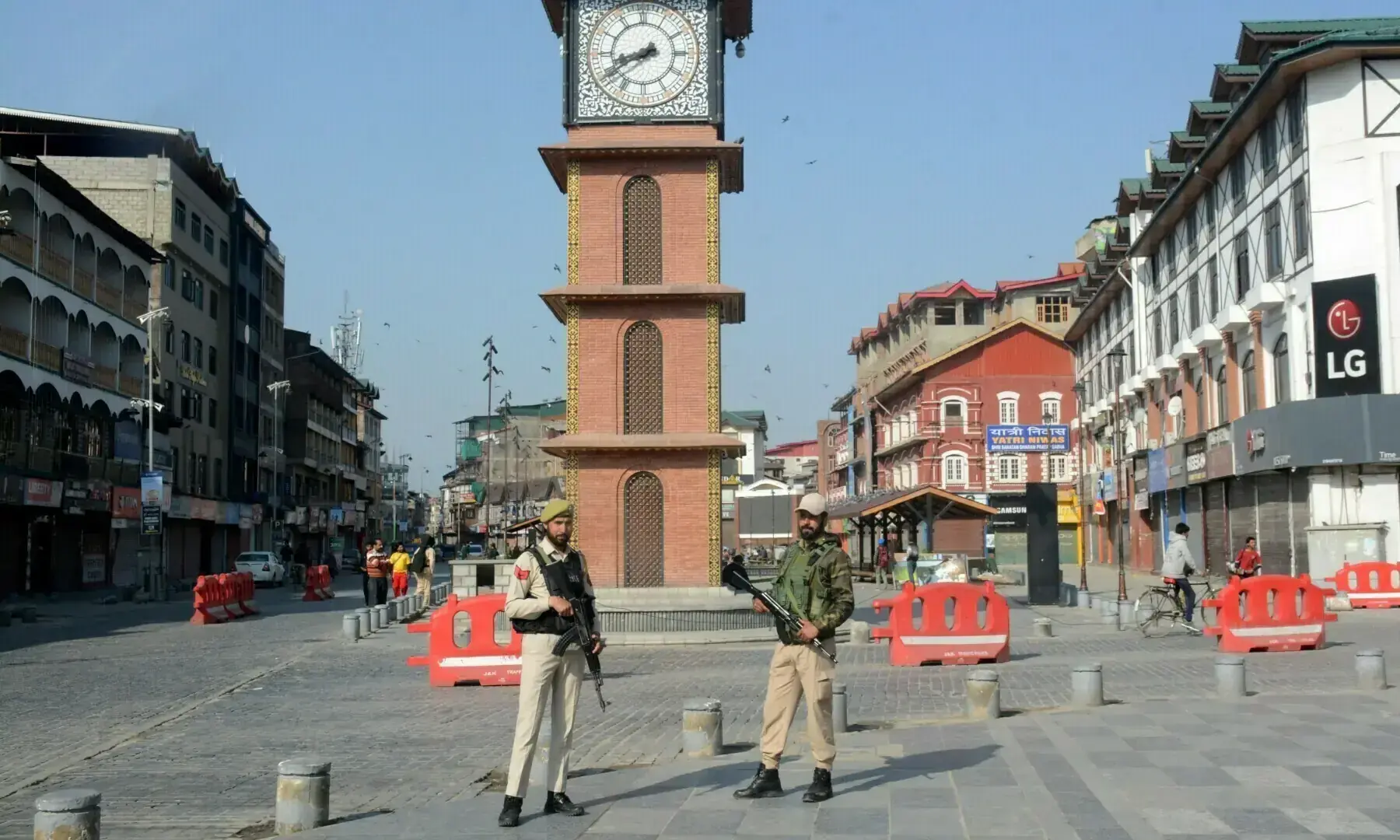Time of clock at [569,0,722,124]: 8:40
